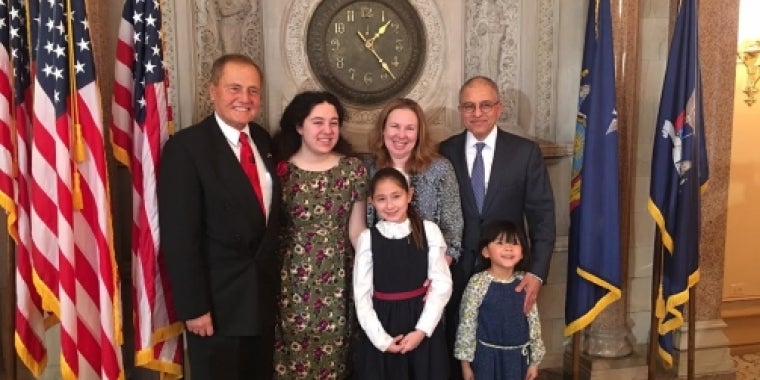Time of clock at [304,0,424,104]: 1:23
